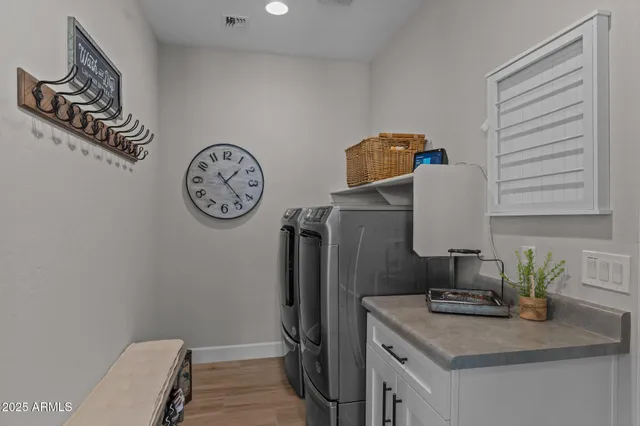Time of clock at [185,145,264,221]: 1:23
